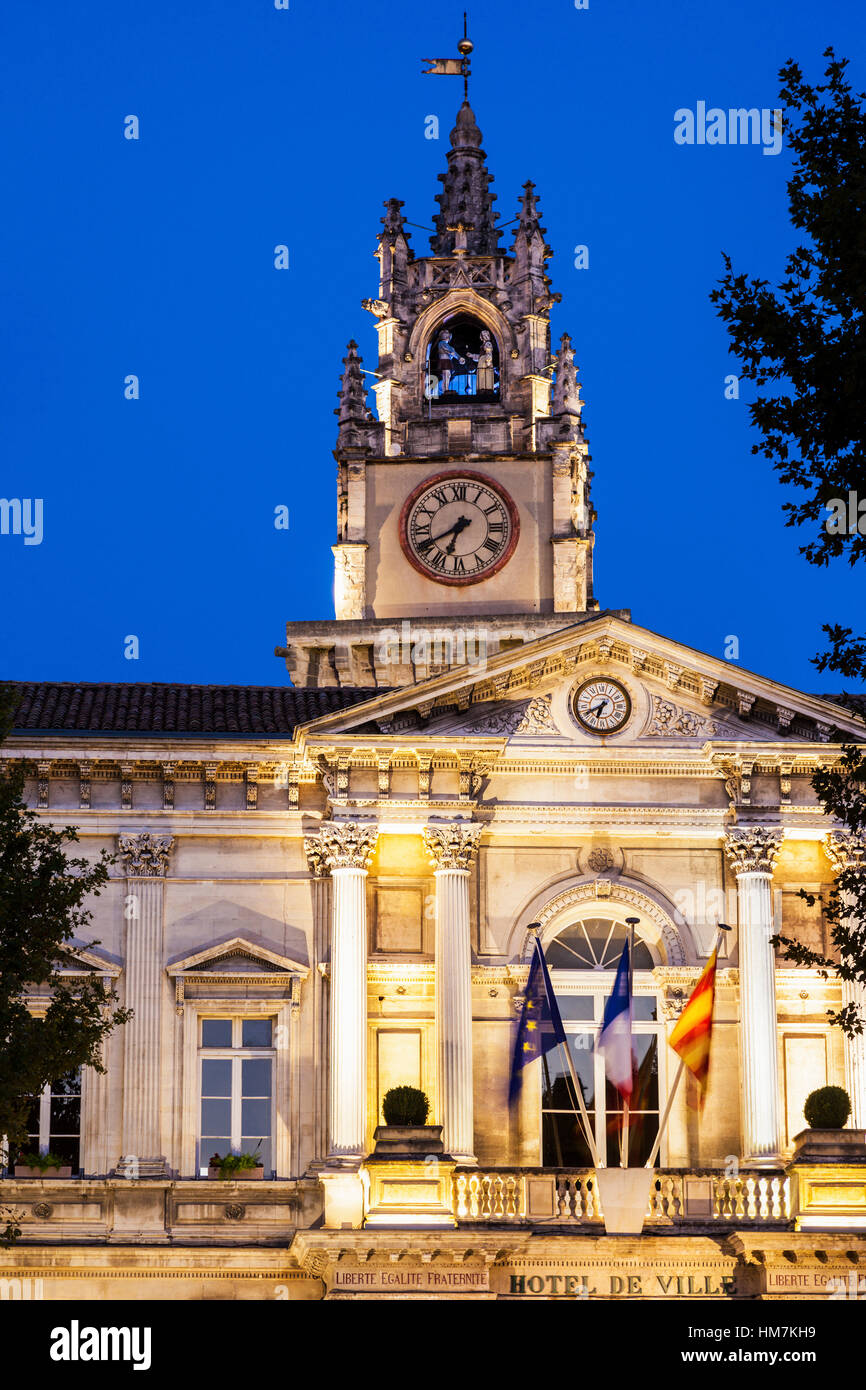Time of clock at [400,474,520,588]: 6:40
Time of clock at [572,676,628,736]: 6:40
